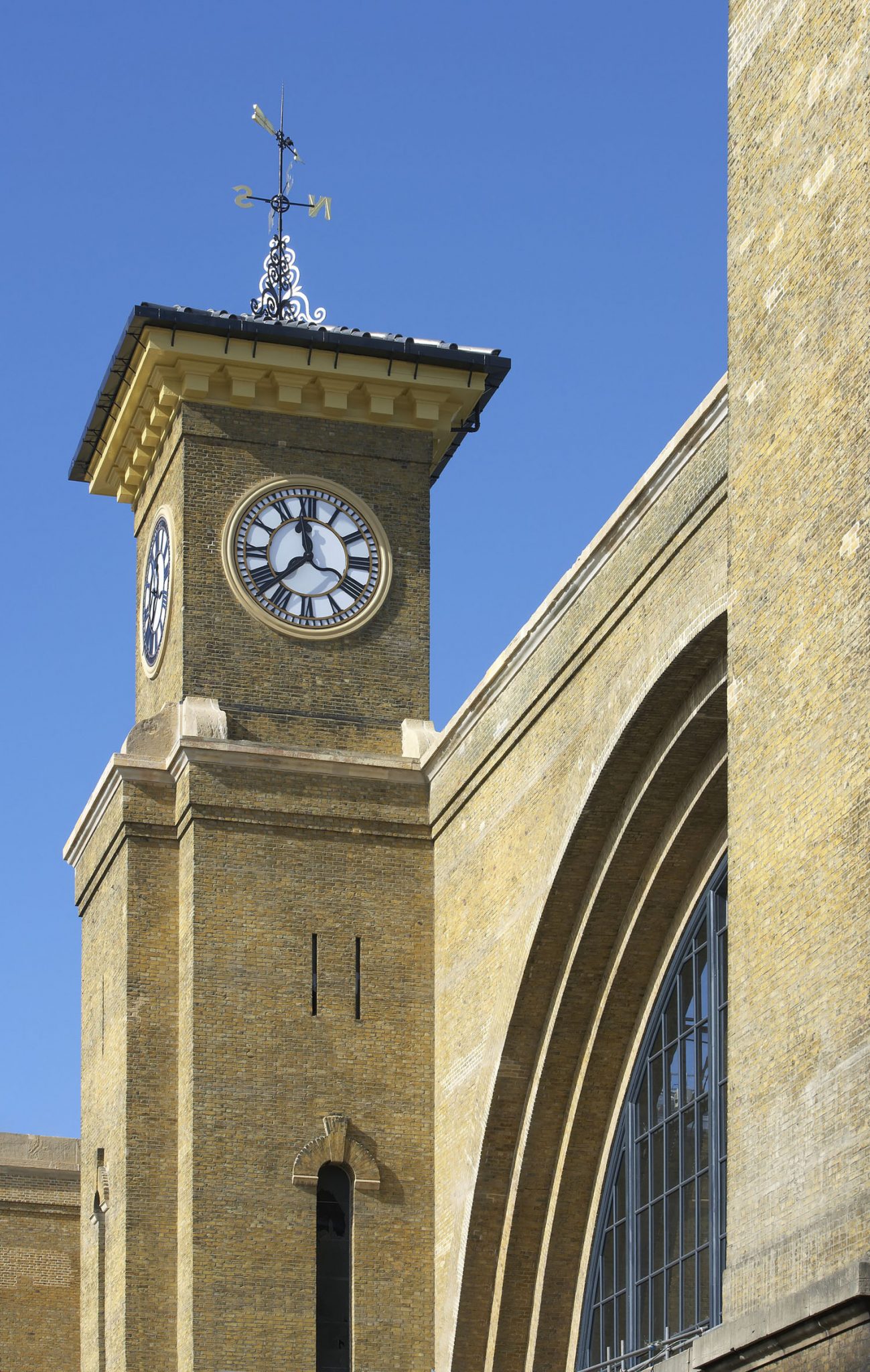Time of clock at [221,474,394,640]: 11:37
